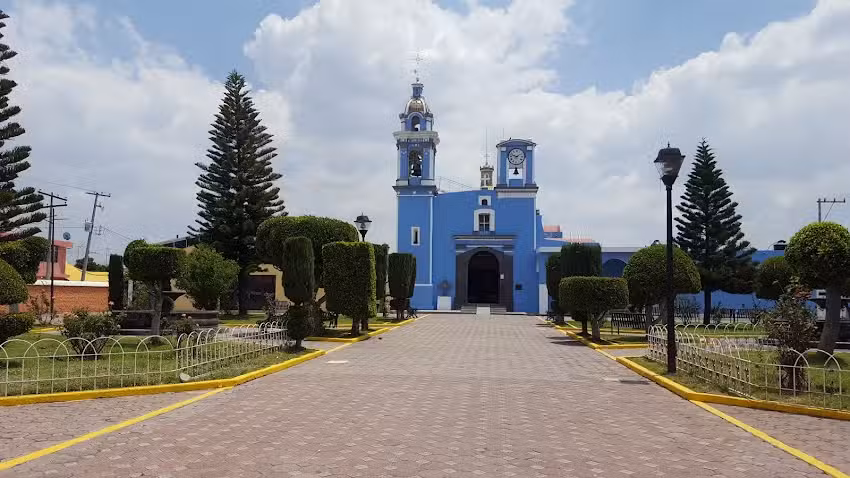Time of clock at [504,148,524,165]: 1:47
